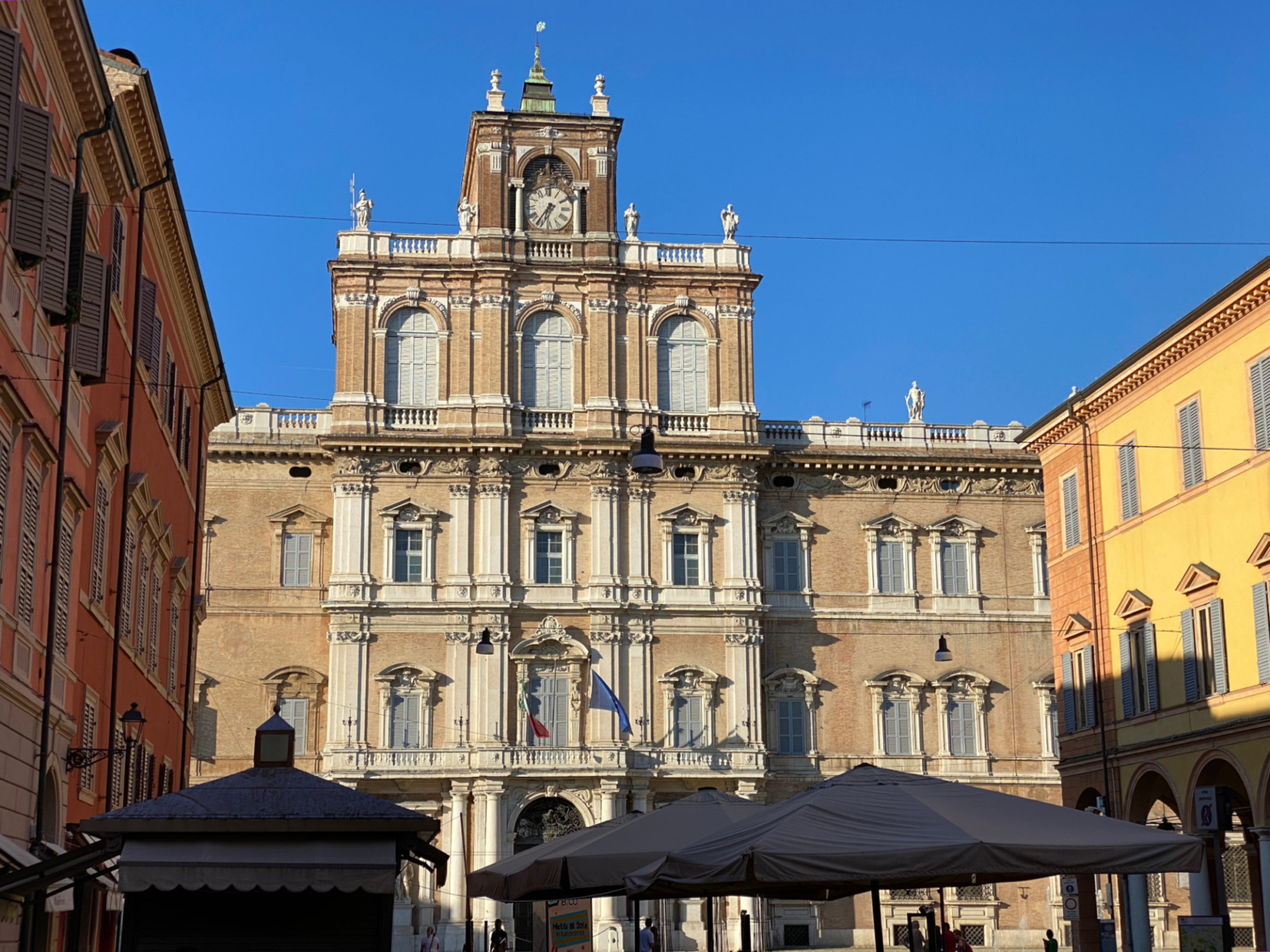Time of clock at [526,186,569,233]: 6:36
